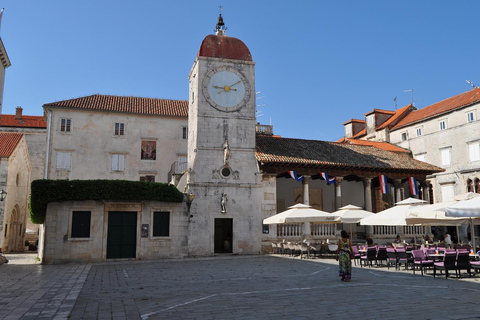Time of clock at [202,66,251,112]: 9:10
